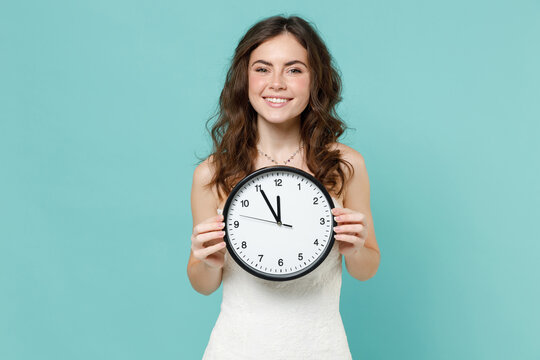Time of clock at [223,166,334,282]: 11:55
